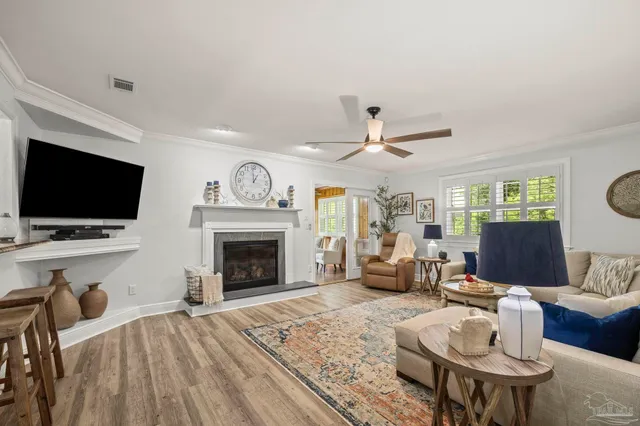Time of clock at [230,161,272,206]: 12:59
